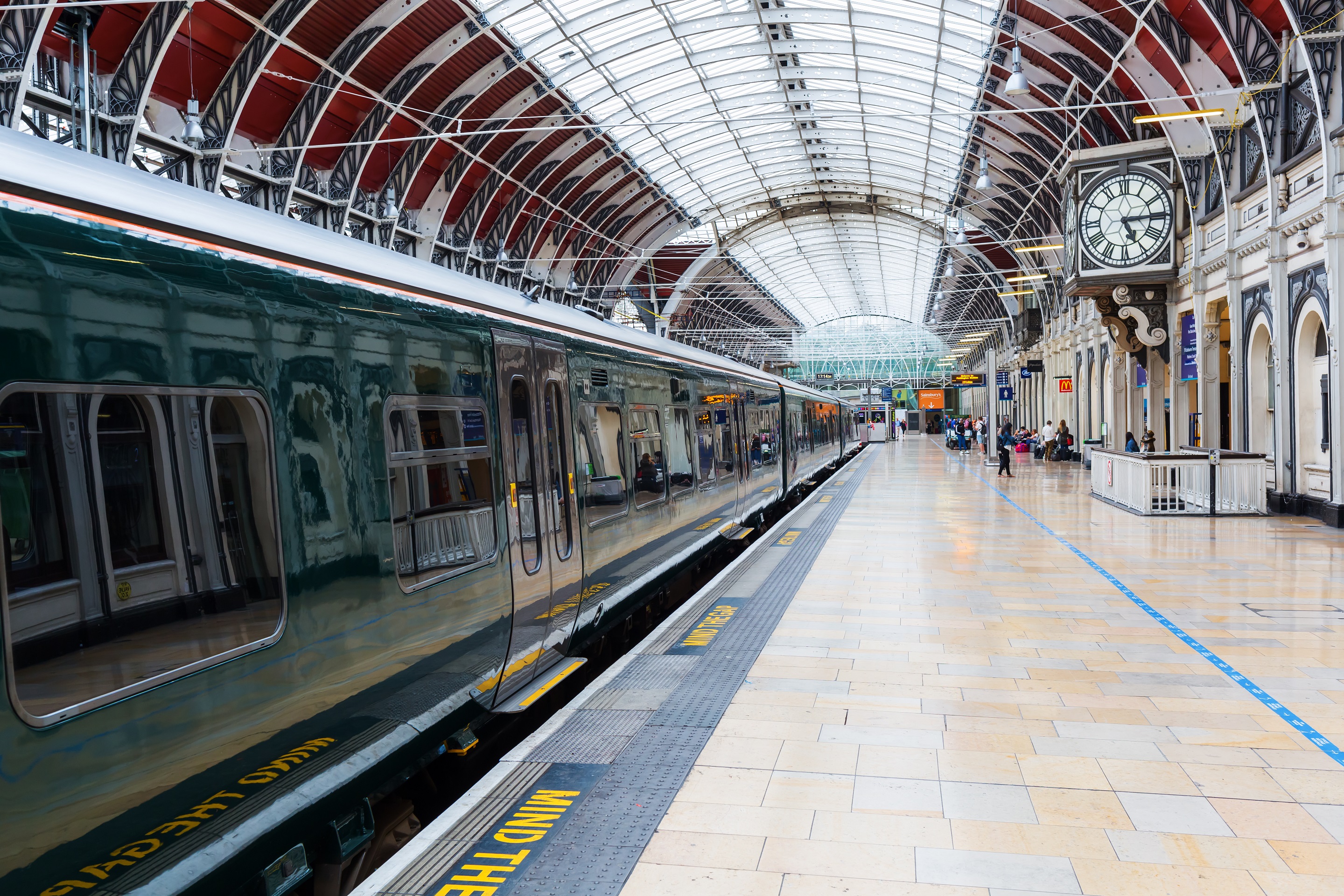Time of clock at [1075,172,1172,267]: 5:14
